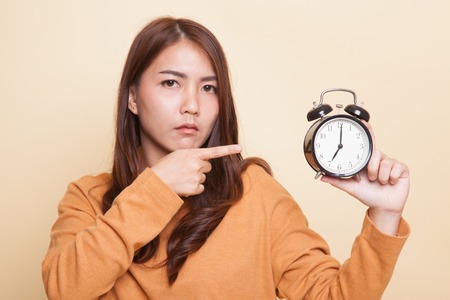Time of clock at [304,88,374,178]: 7:00
